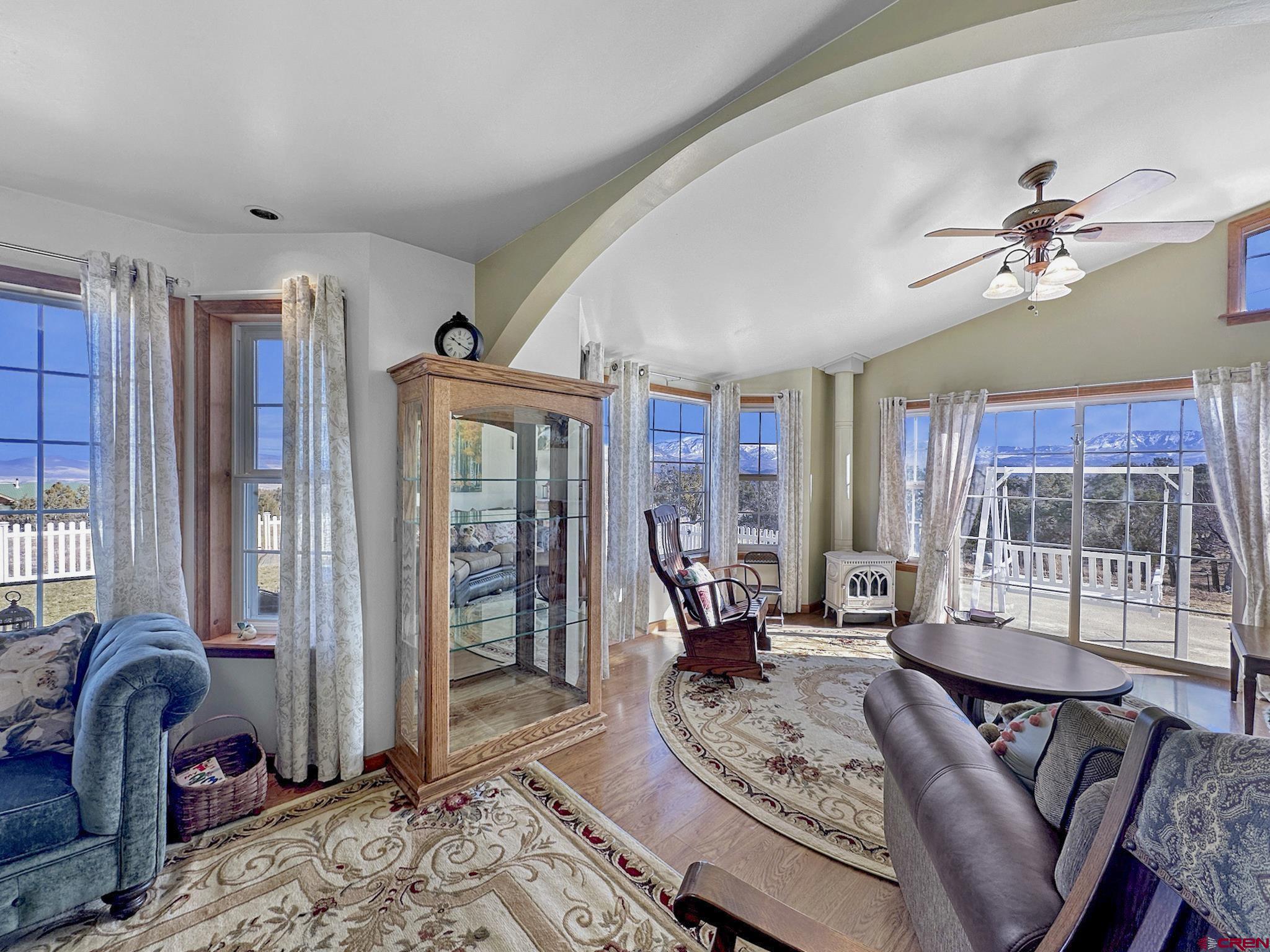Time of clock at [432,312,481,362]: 10:20
